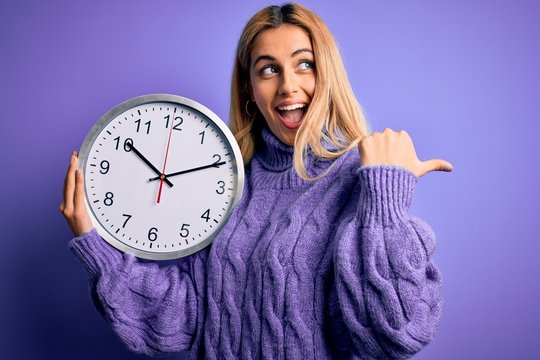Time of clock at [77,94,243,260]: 10:10
